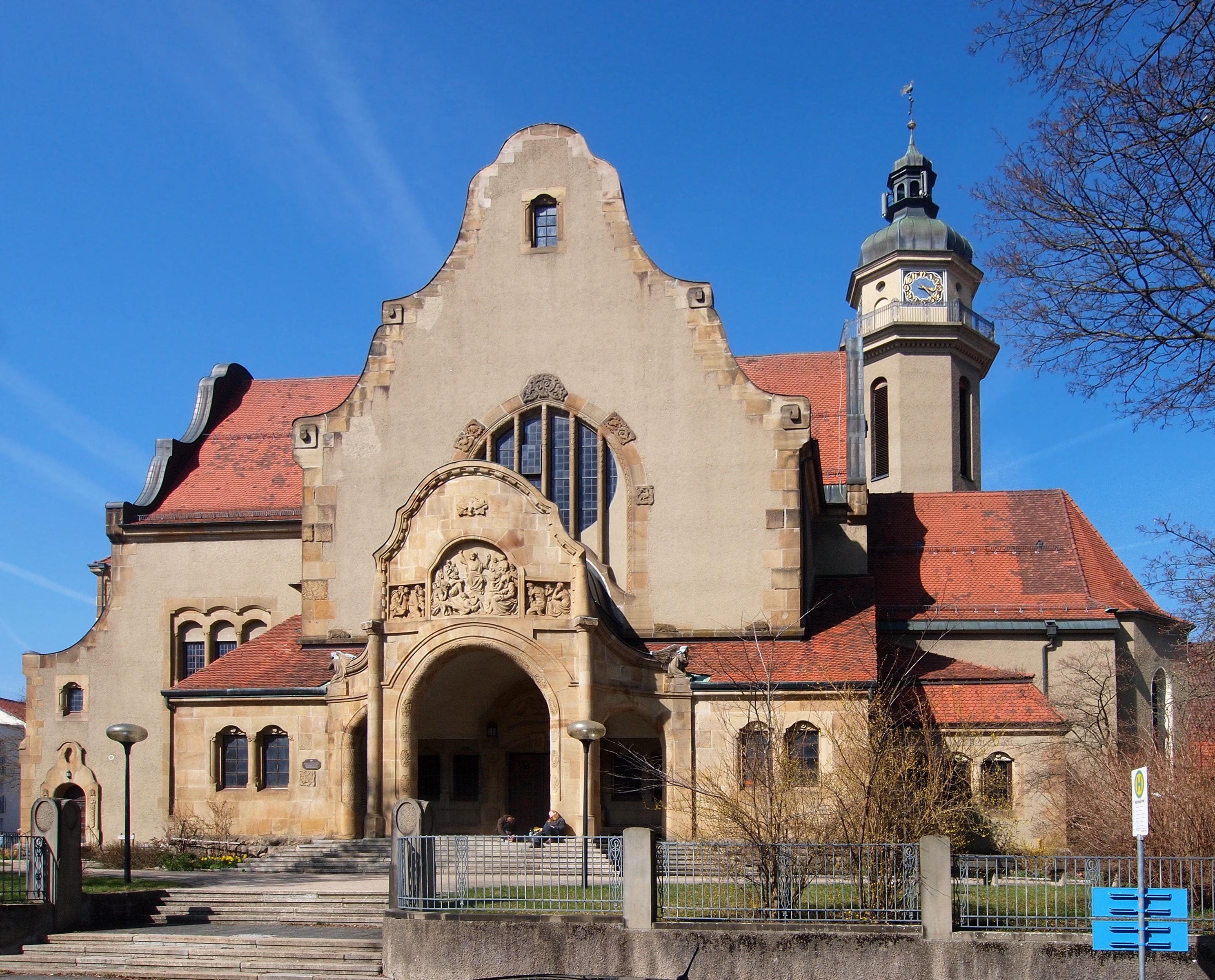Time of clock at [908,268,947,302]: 3:22
